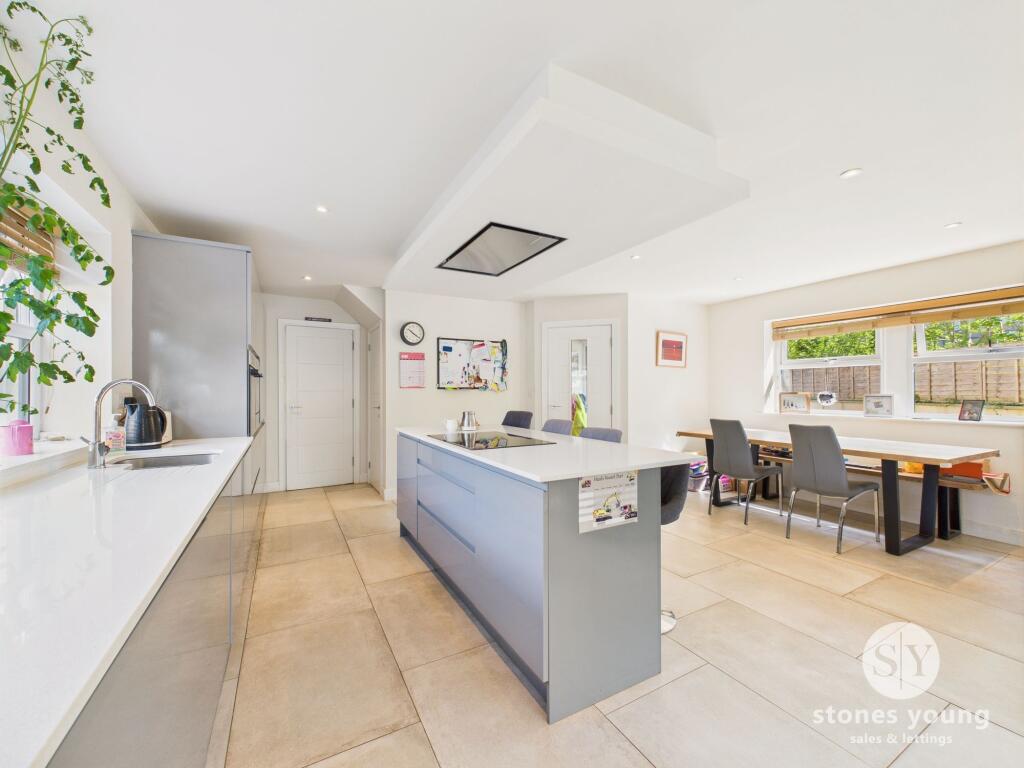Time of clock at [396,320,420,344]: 10:20
